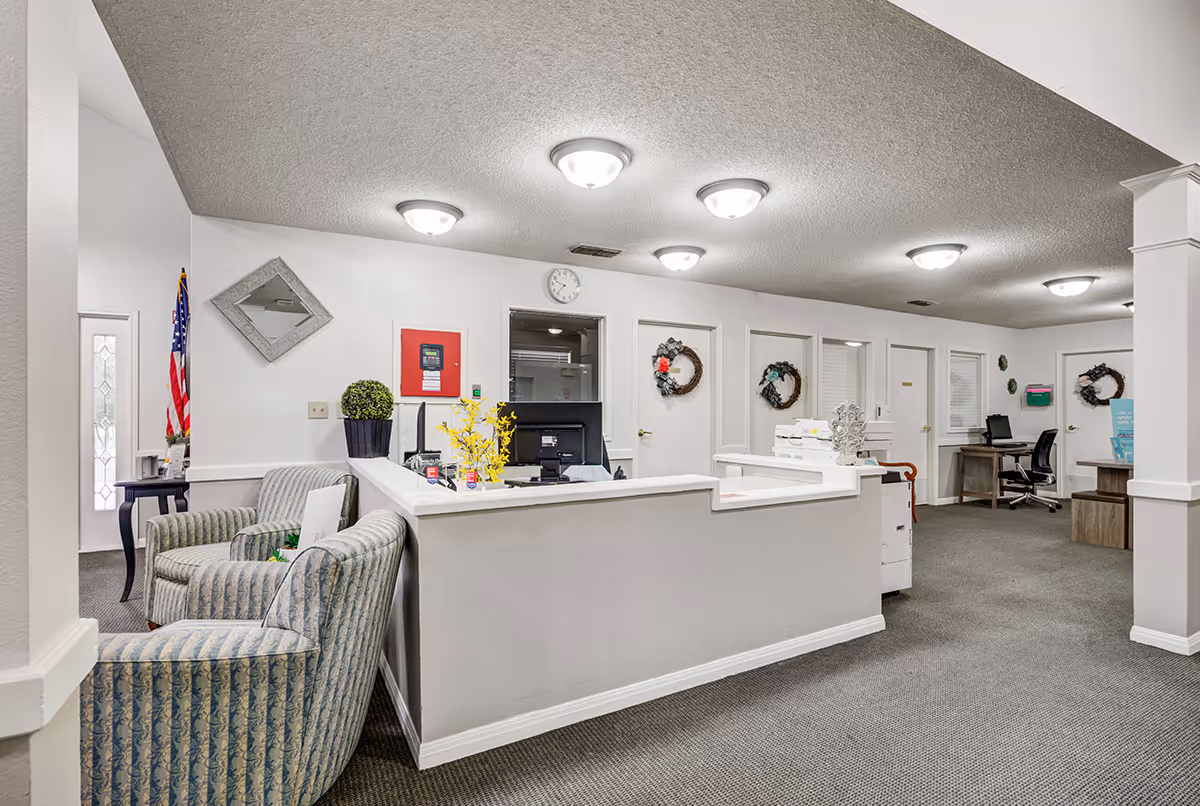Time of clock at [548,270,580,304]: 9:36
